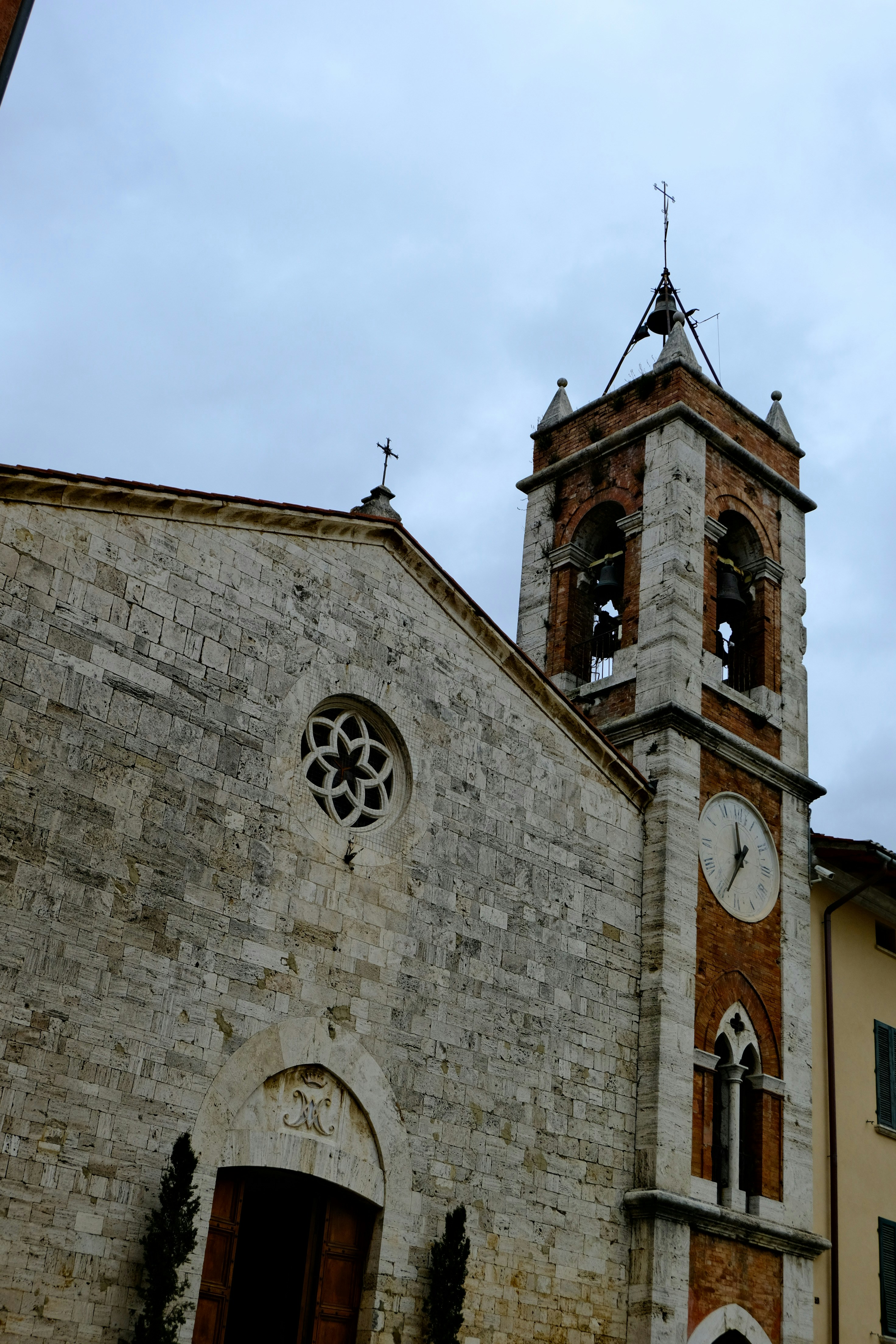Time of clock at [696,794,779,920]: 11:34
